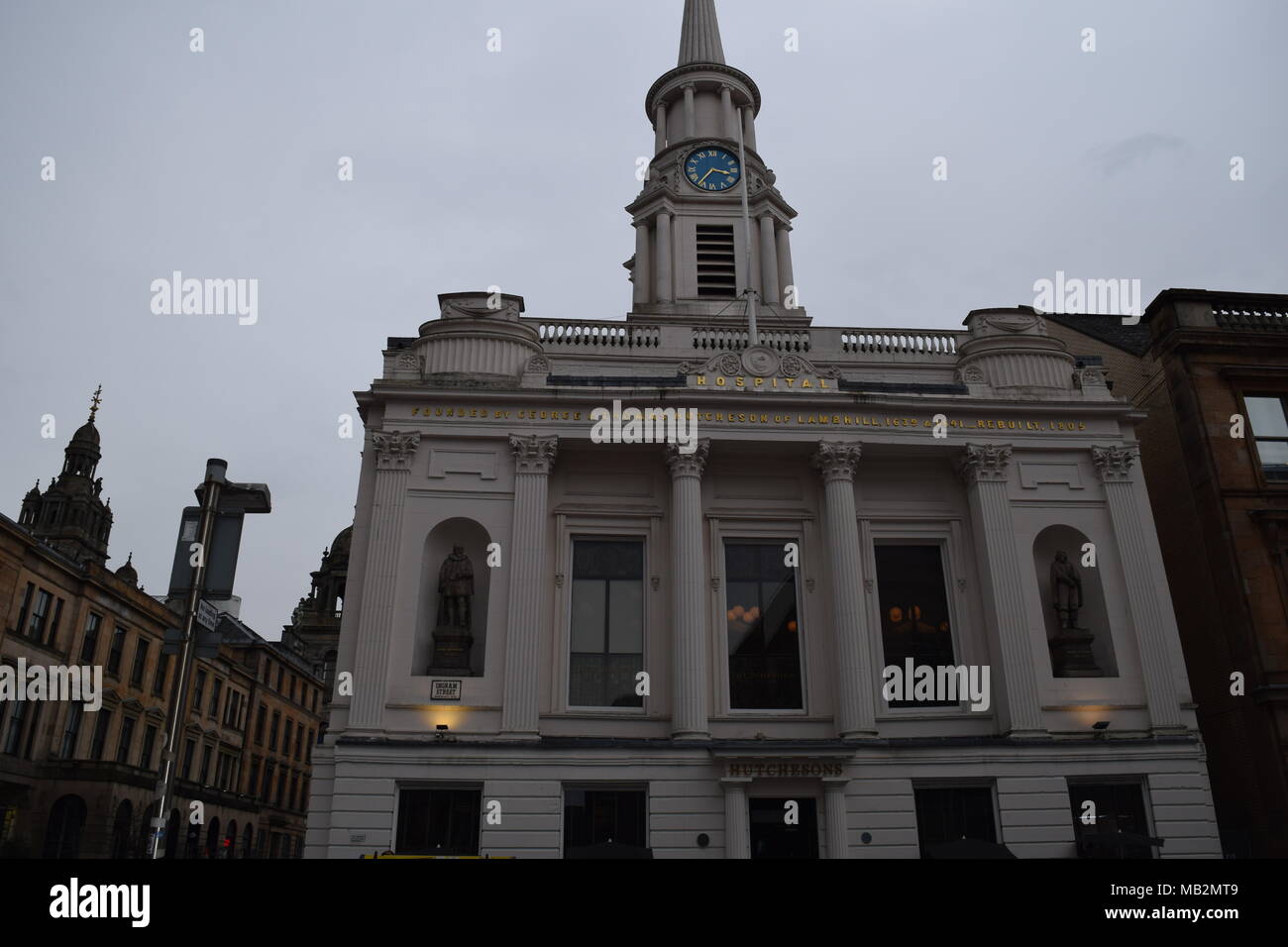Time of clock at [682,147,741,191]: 3:35
